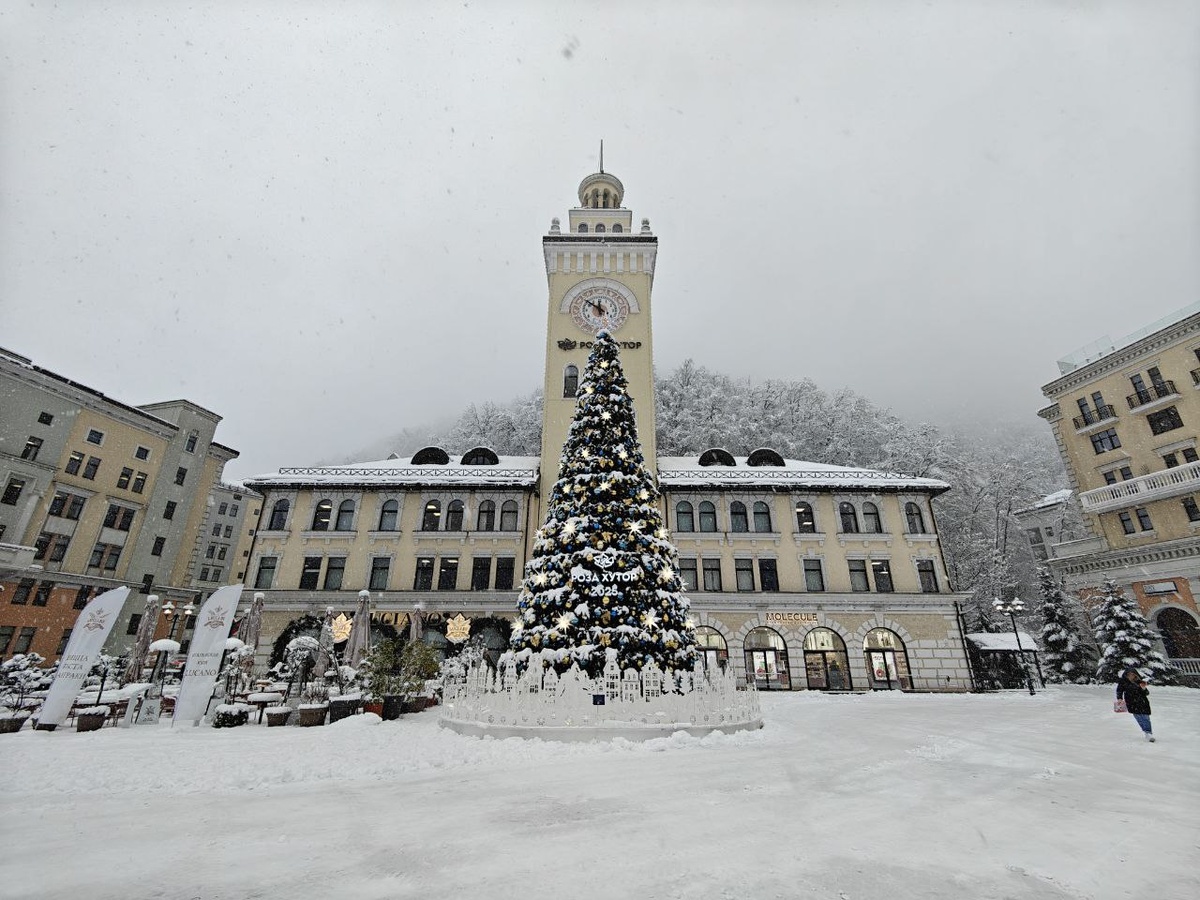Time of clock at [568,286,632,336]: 11:50
